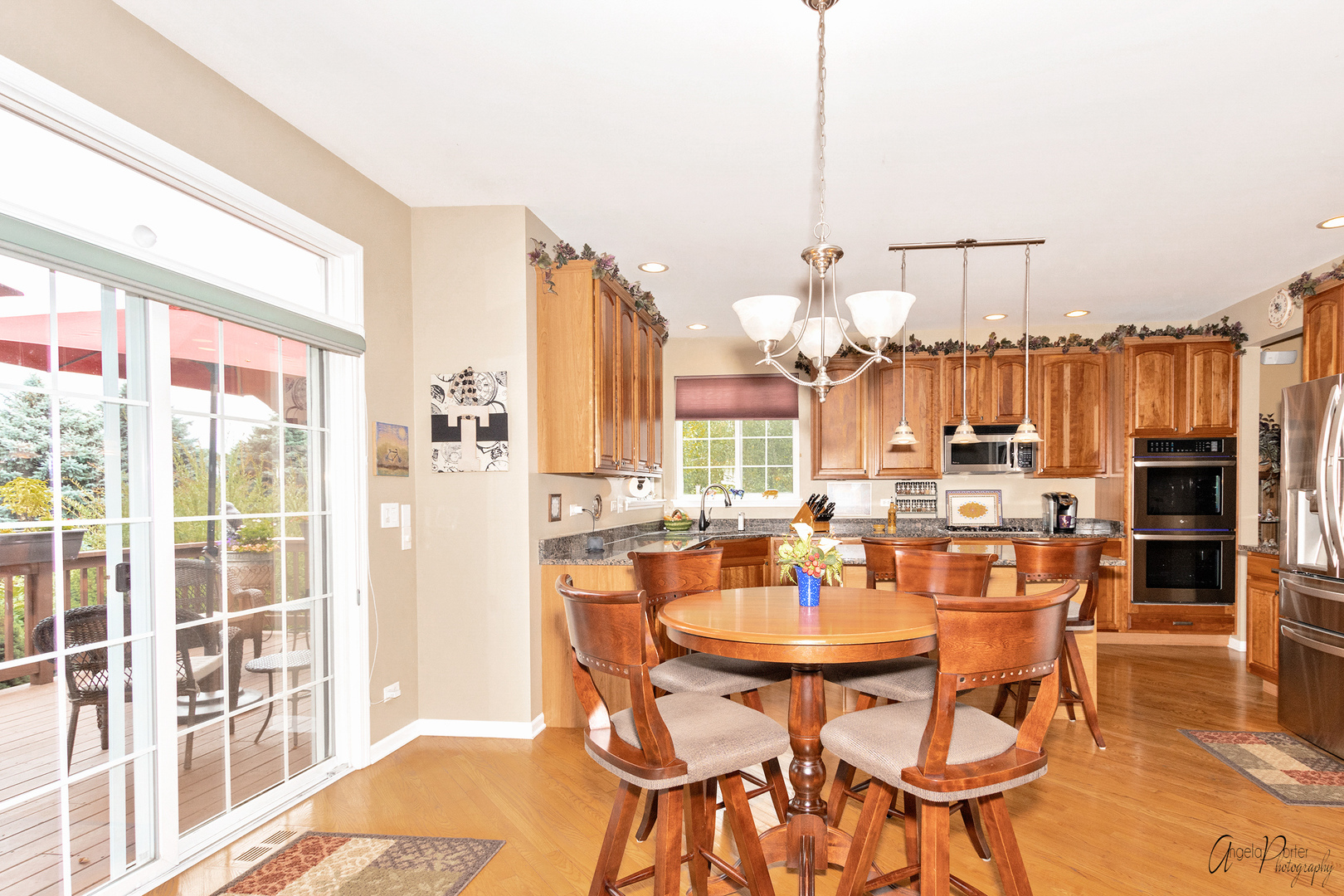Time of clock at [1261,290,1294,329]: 8:54
